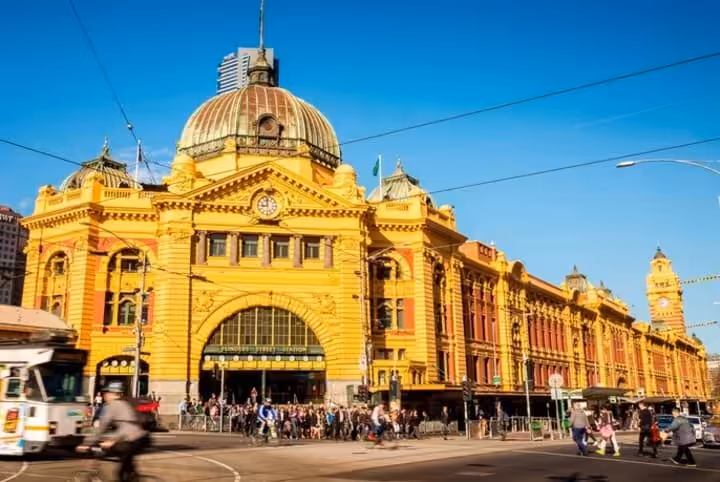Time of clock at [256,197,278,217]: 8:59
